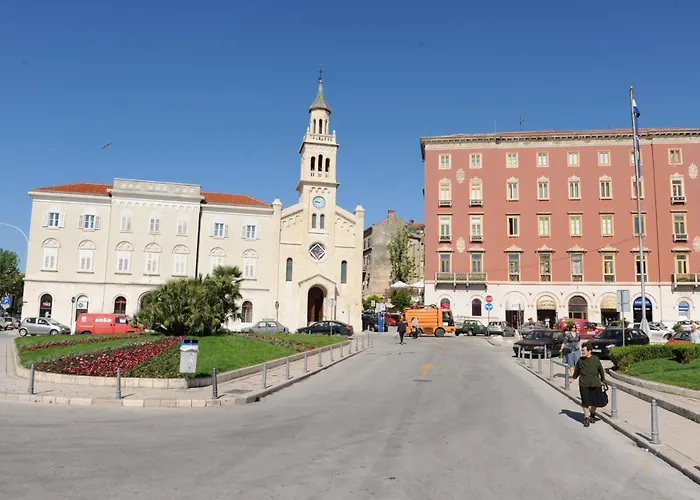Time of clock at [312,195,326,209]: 9:45
